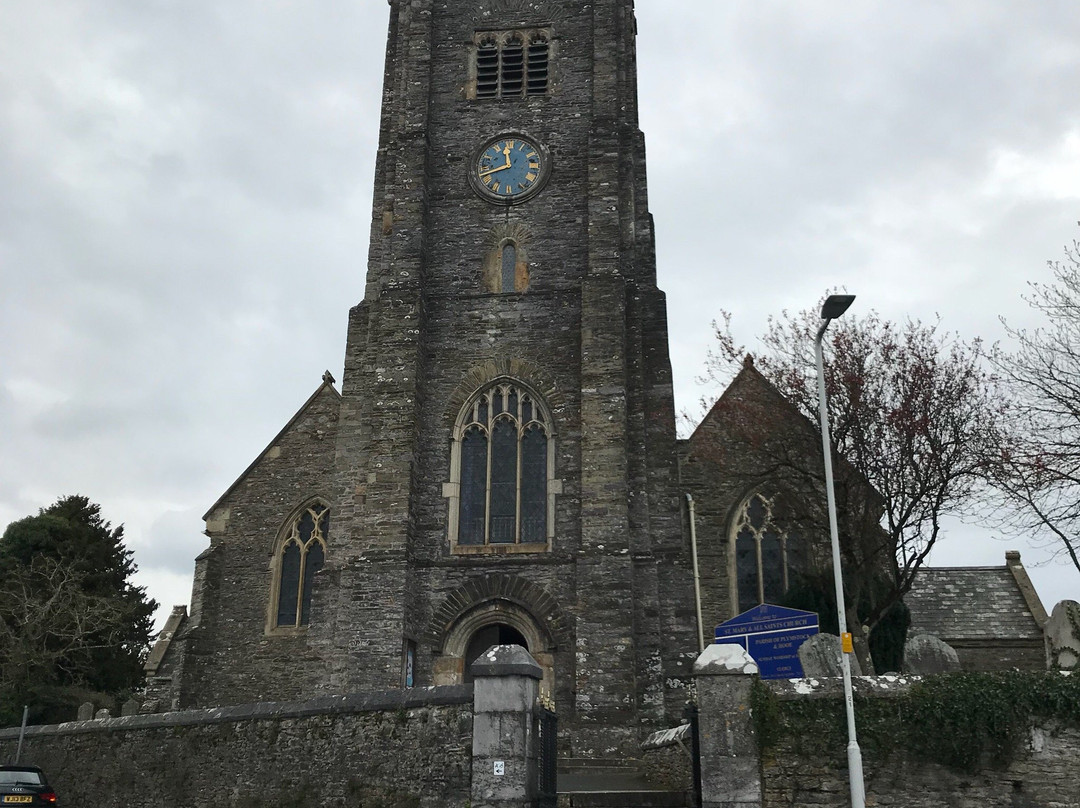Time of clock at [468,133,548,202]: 11:41
